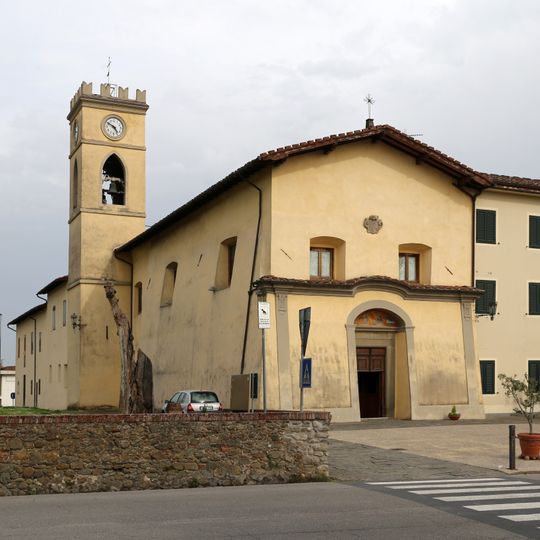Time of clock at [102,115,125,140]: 4:50
